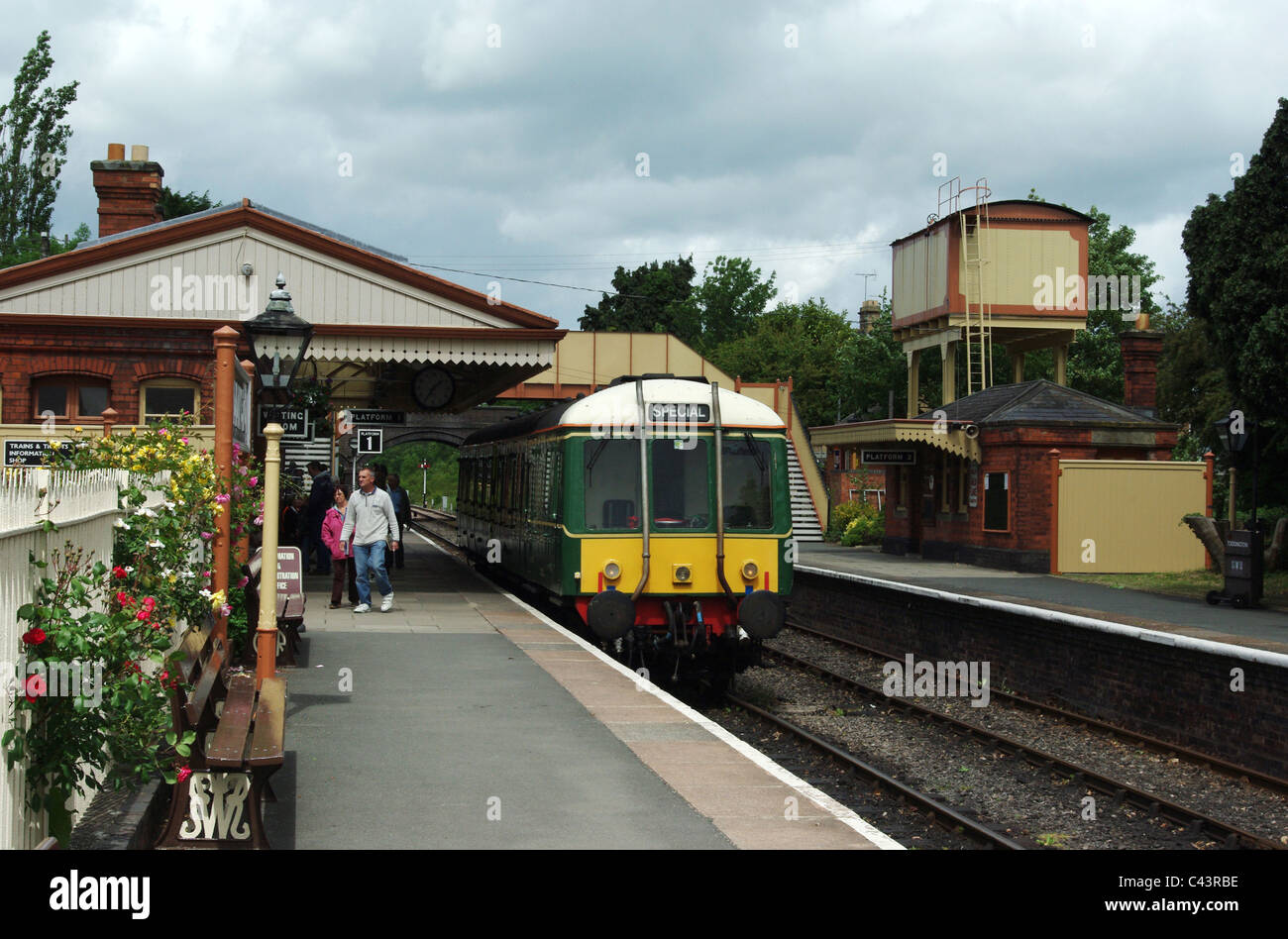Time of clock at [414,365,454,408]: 1:35
